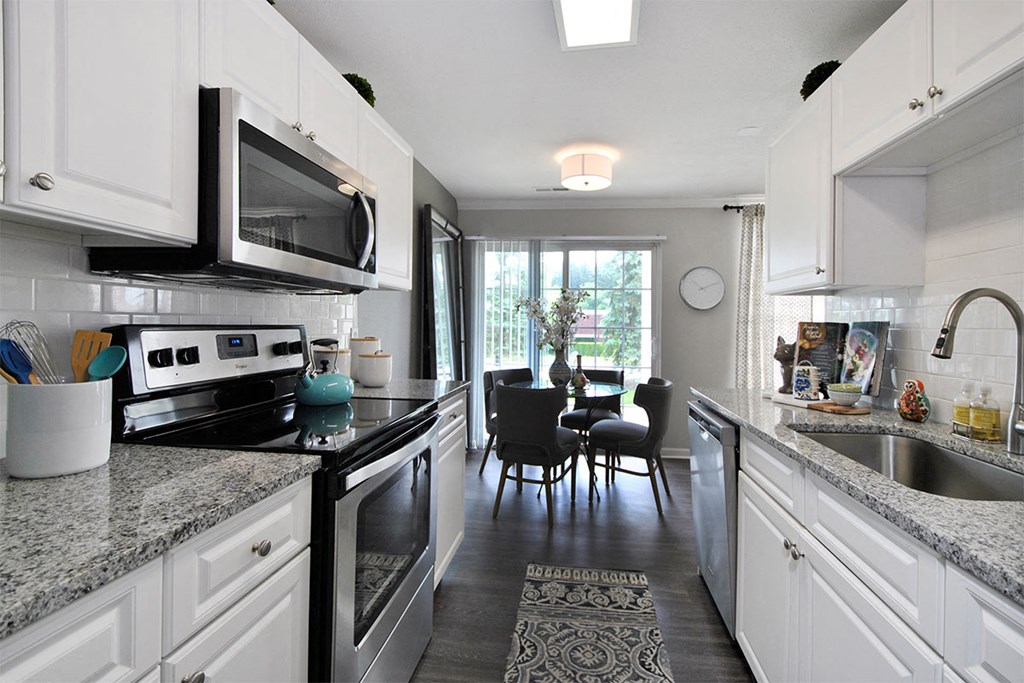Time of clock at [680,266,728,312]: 10:11
